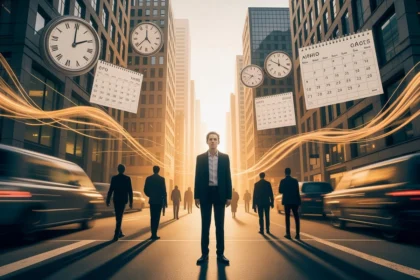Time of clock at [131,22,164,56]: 4:38
